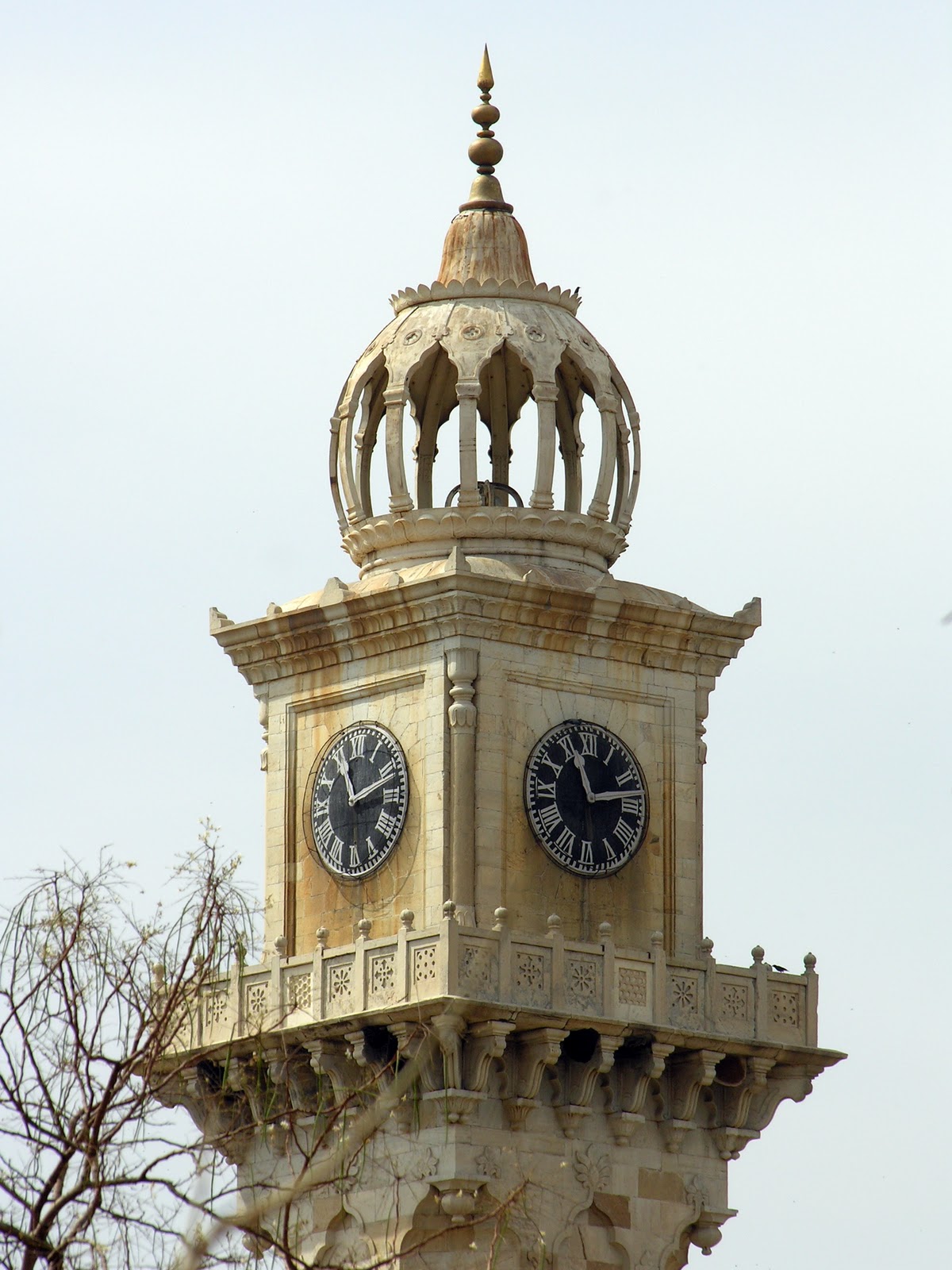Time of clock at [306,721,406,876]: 11:11
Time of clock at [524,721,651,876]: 11:13
